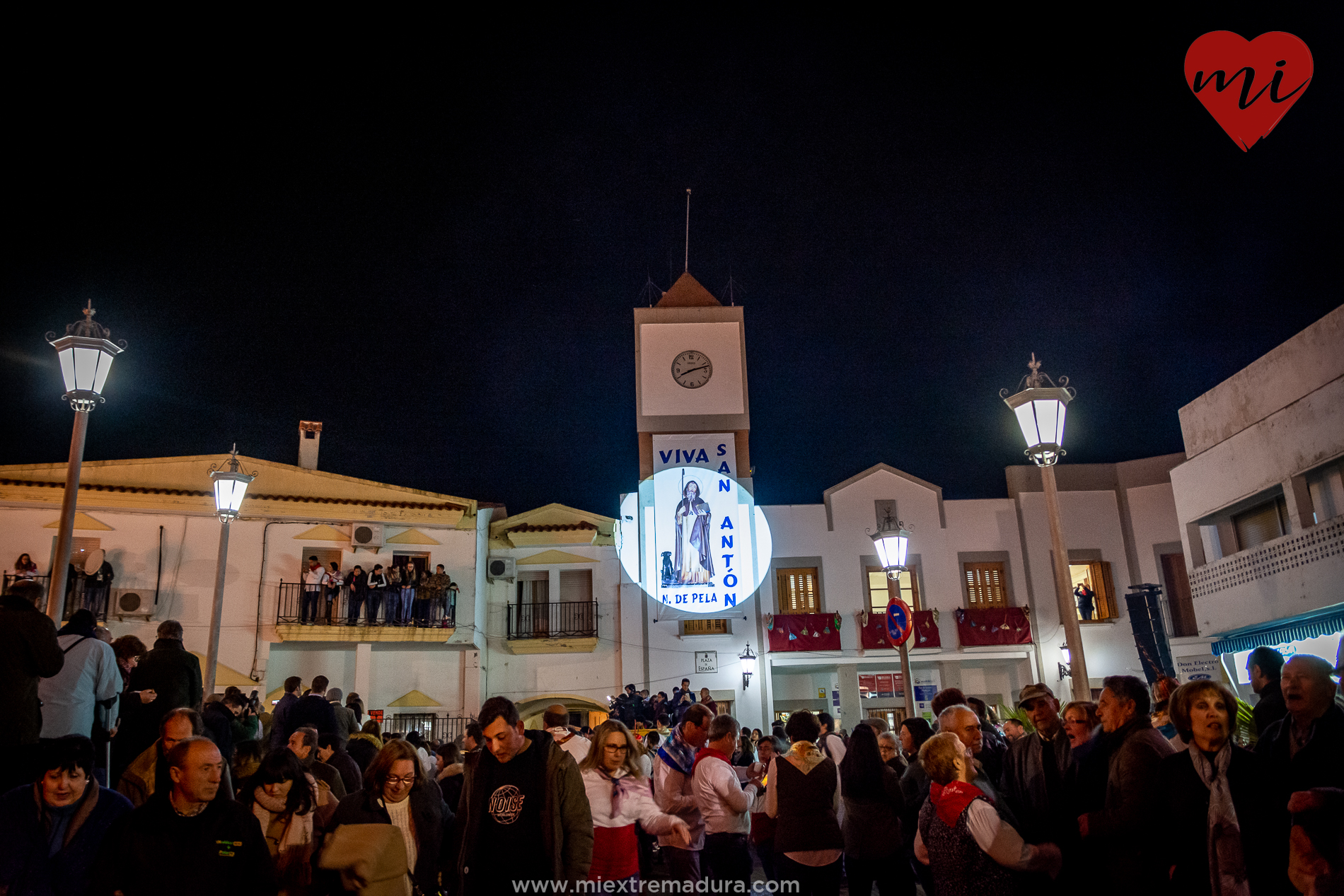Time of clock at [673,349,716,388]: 8:12
